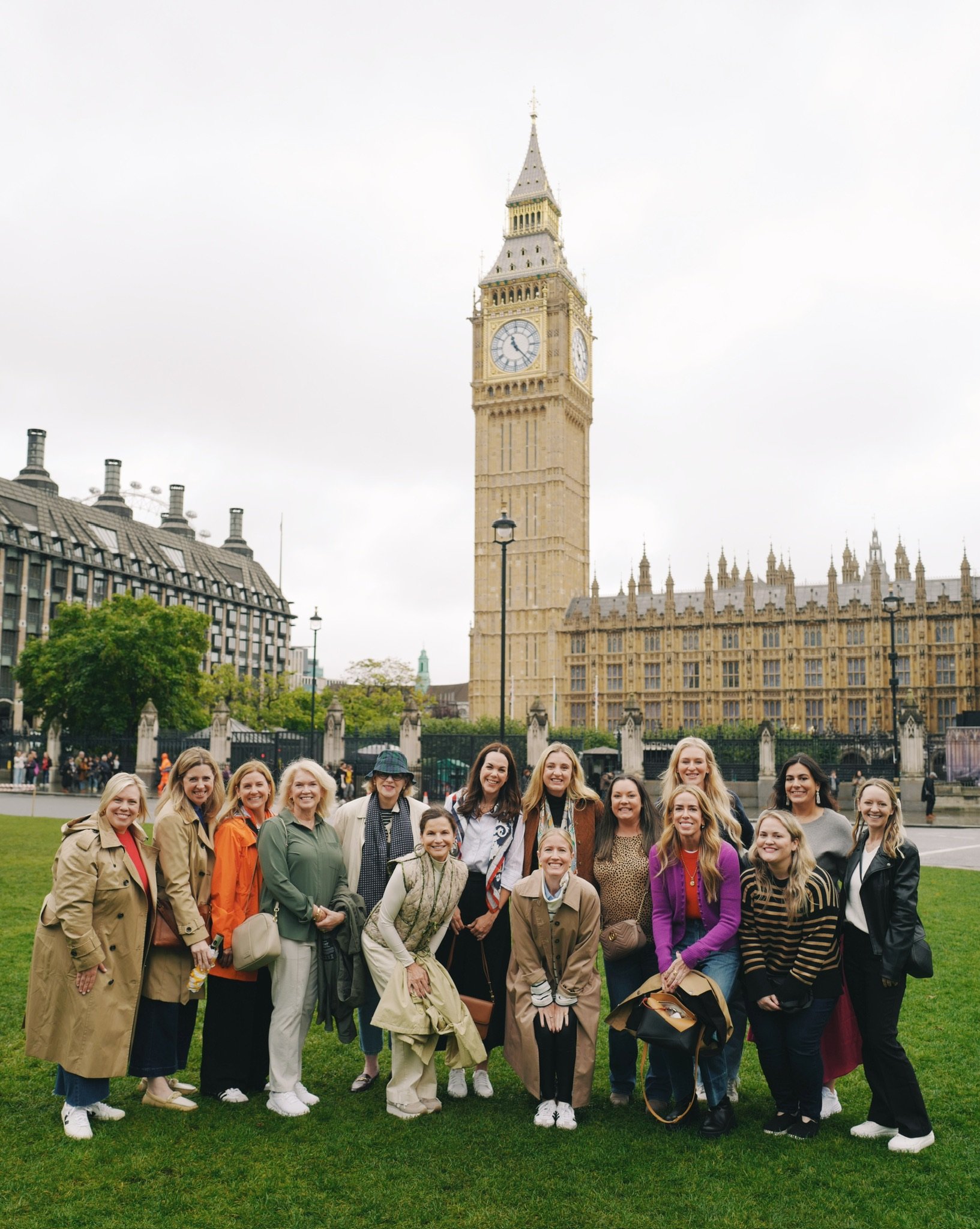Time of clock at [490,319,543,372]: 11:22
